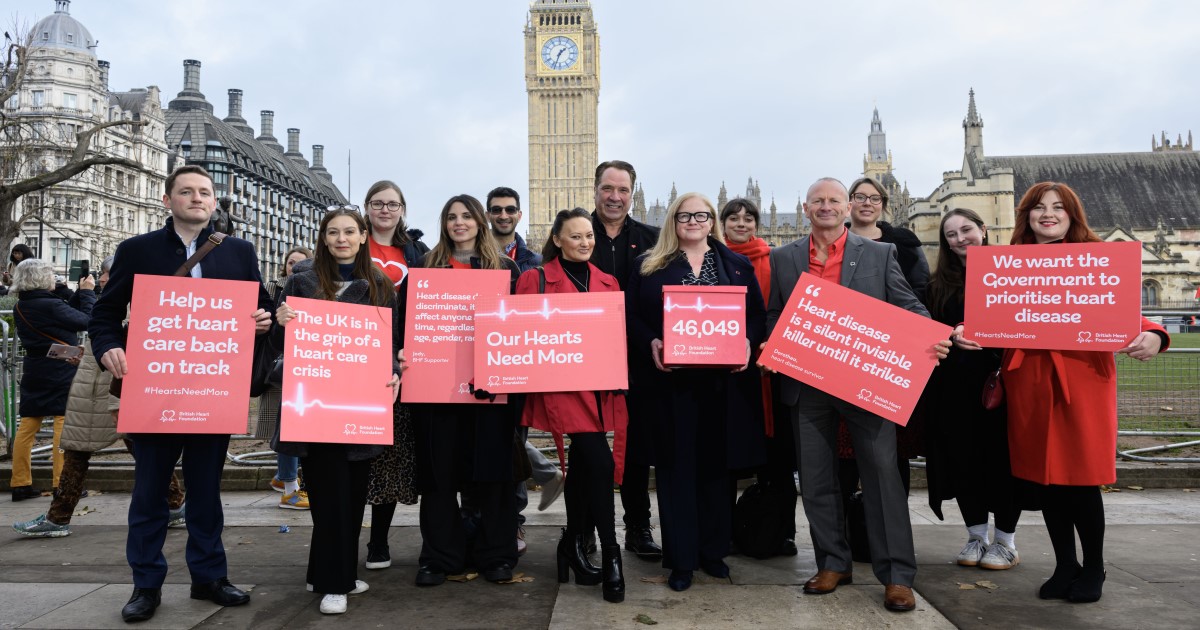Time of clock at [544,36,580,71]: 1:33
